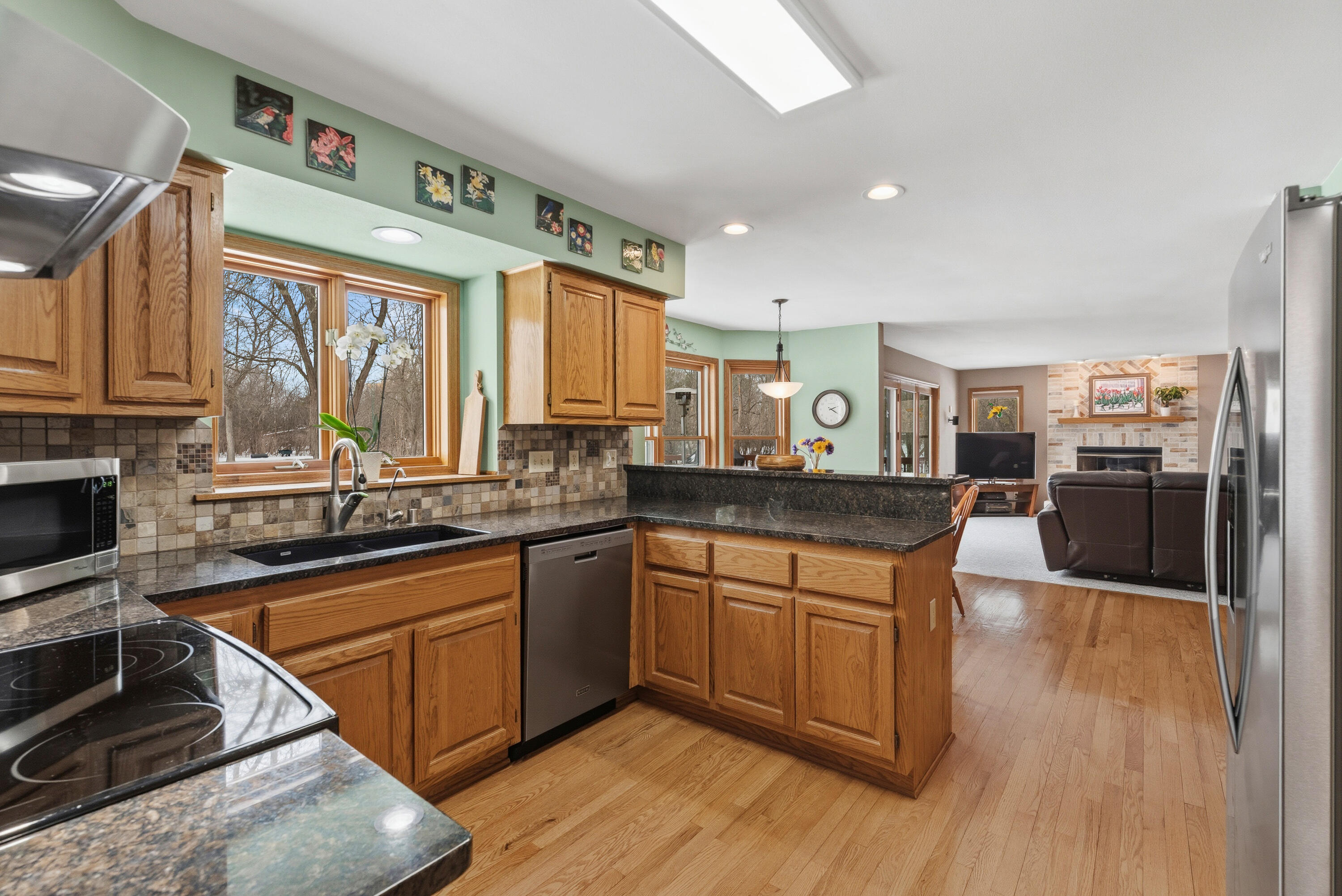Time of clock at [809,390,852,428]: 2:20
